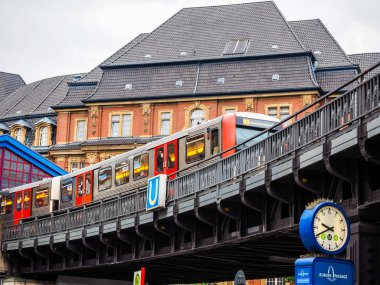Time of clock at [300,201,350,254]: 9:41
